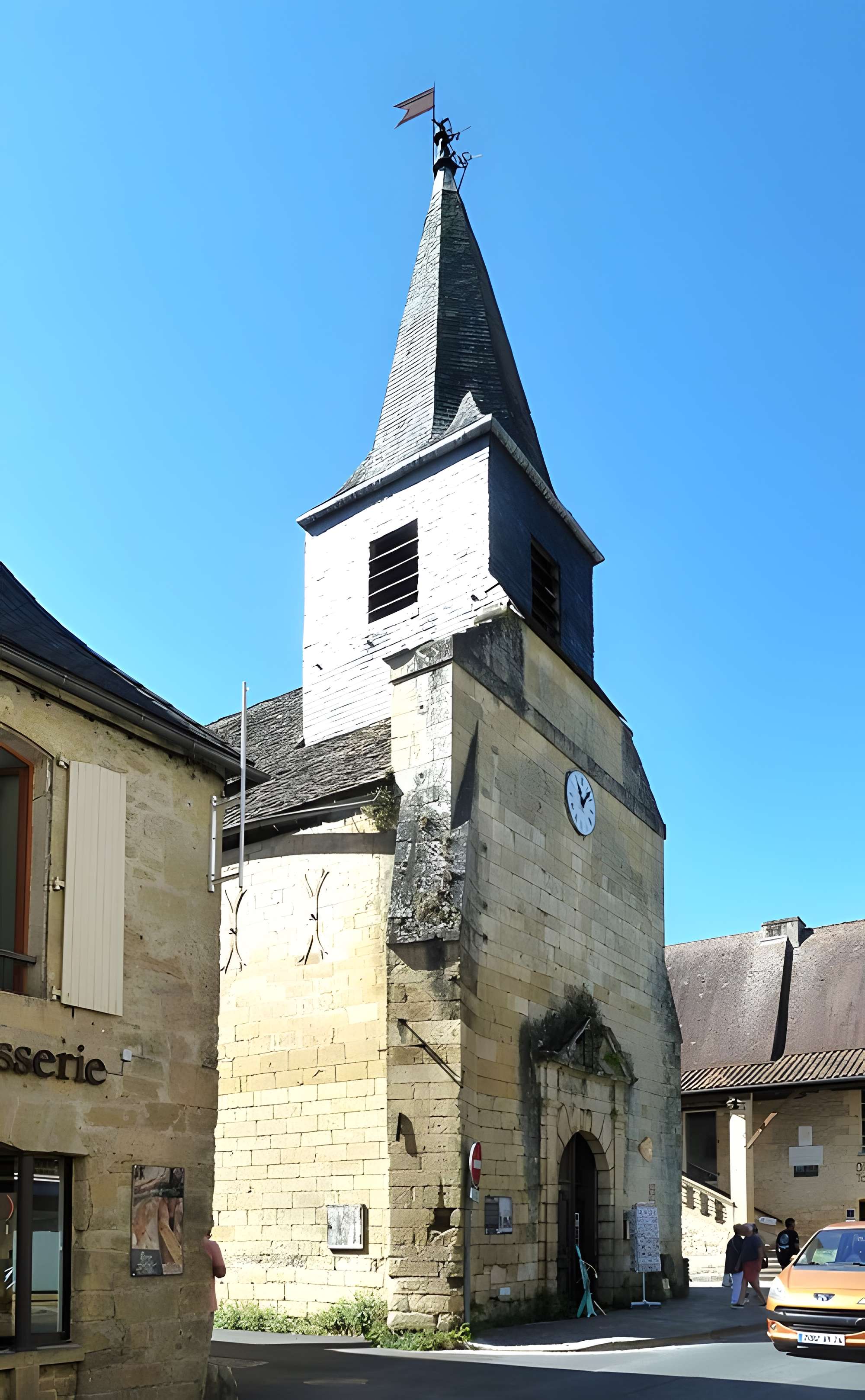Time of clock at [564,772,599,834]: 11:07
